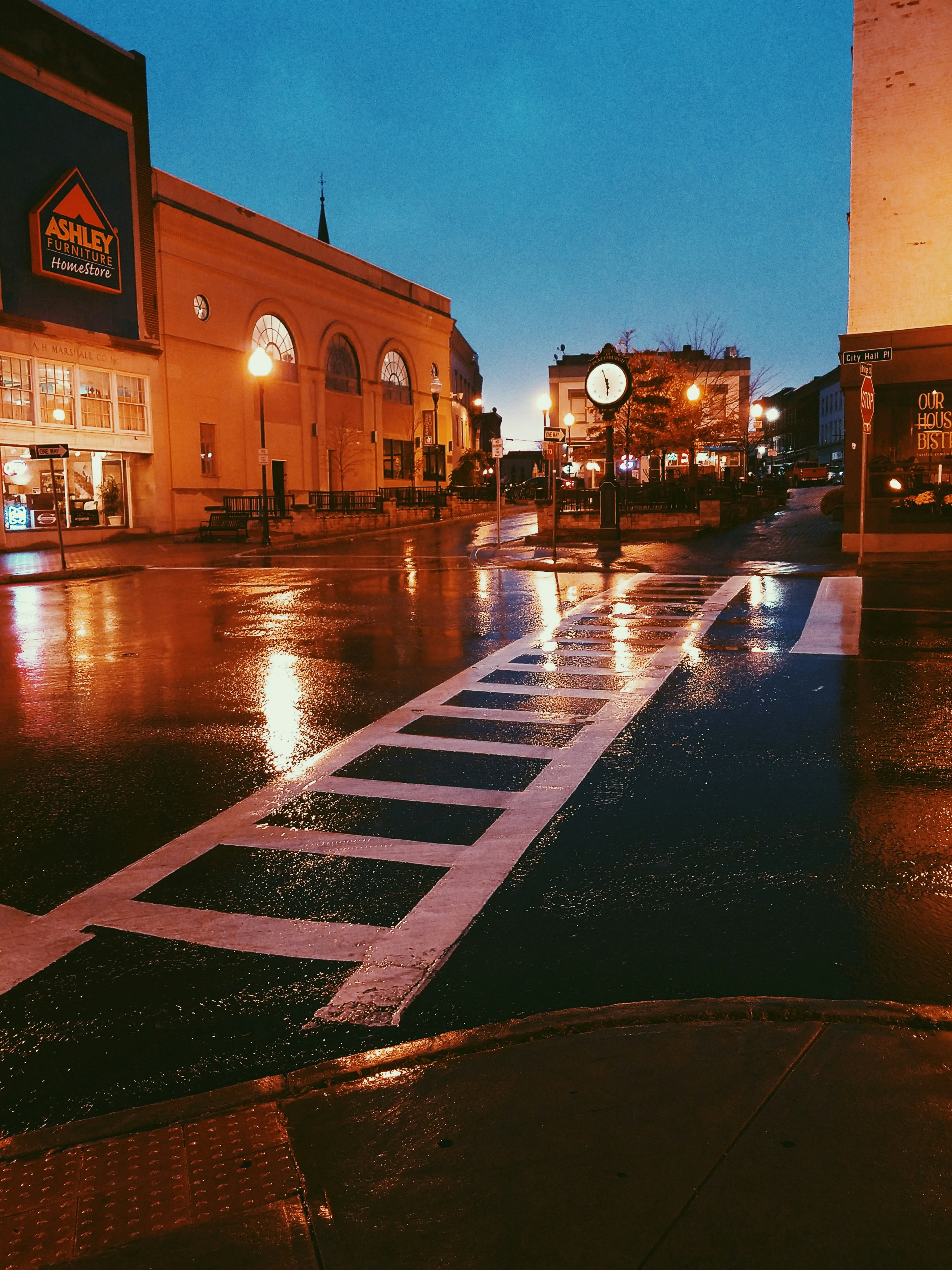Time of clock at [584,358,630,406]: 5:56
